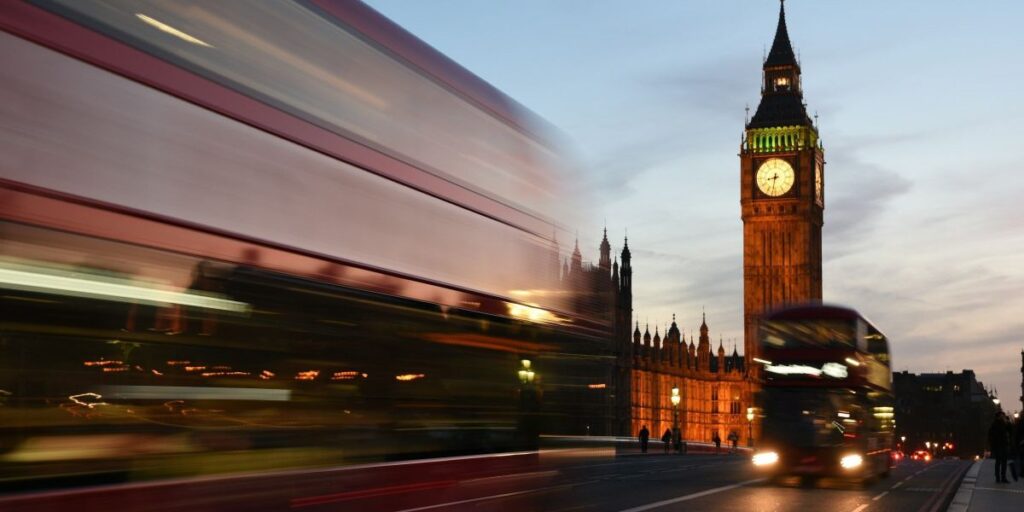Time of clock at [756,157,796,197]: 8:32
